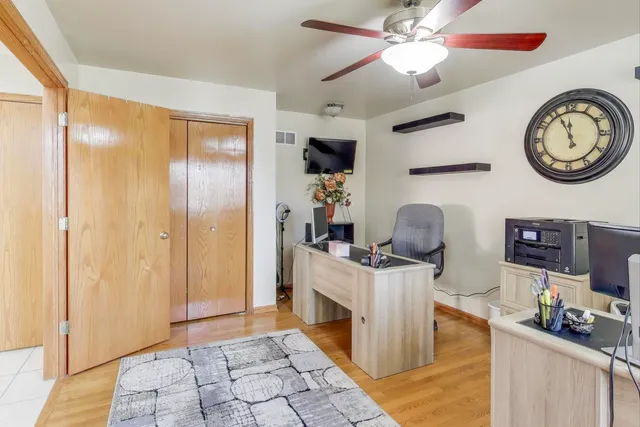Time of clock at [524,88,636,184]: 11:55
